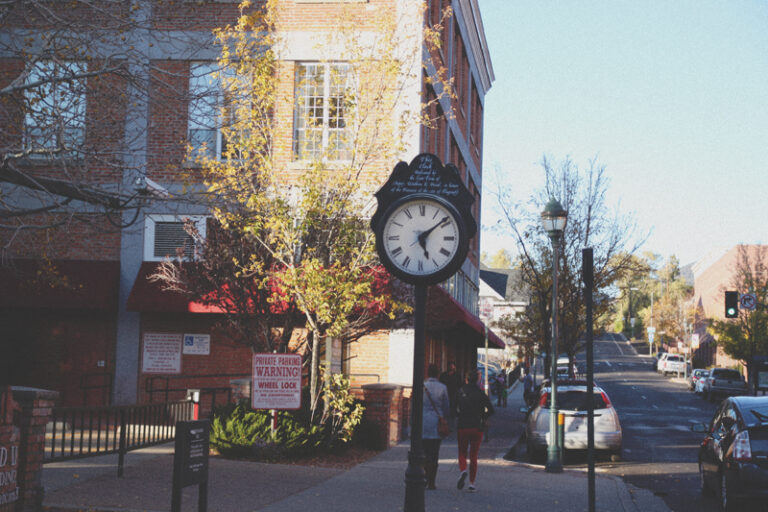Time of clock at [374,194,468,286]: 5:08
